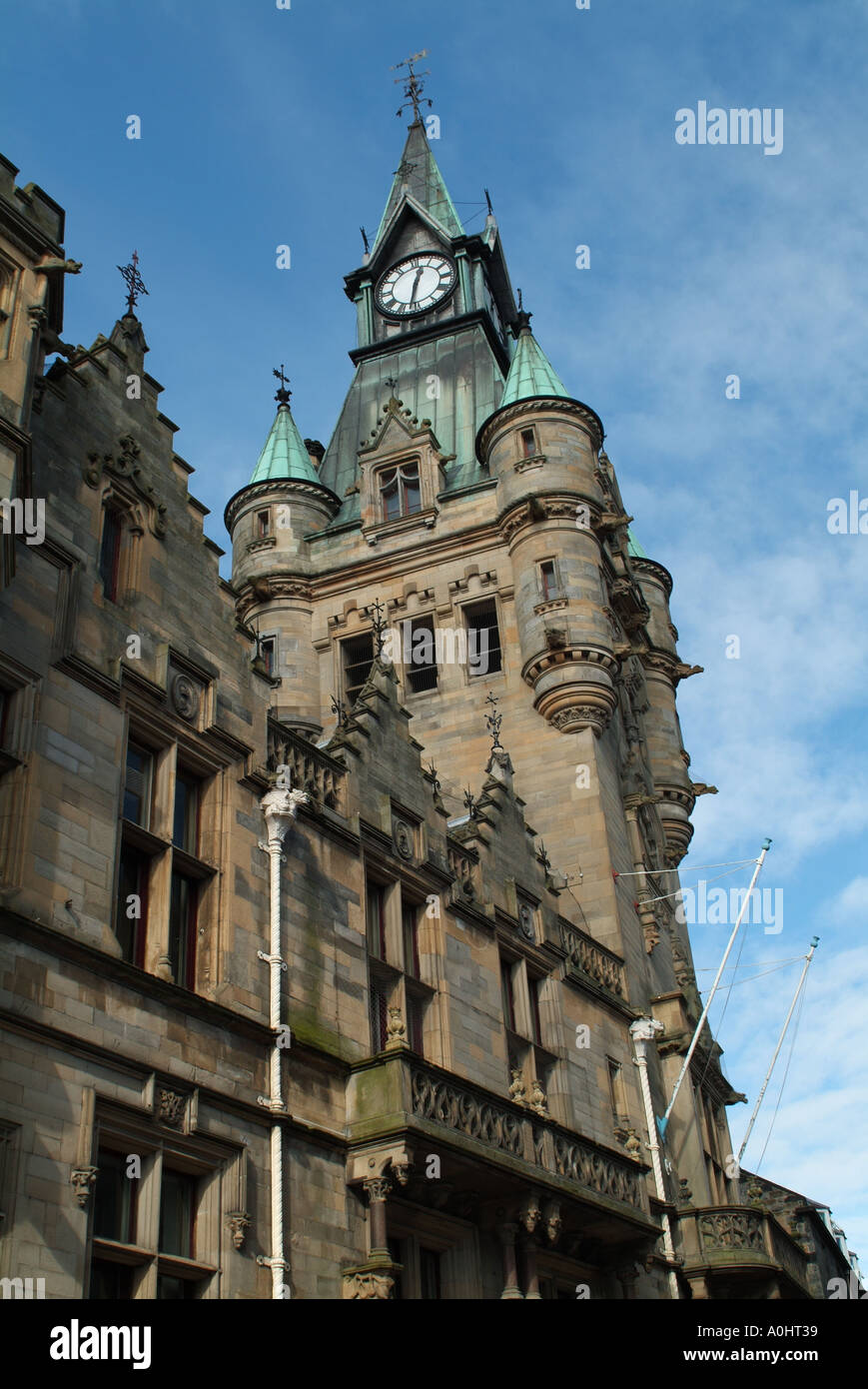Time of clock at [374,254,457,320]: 12:32
